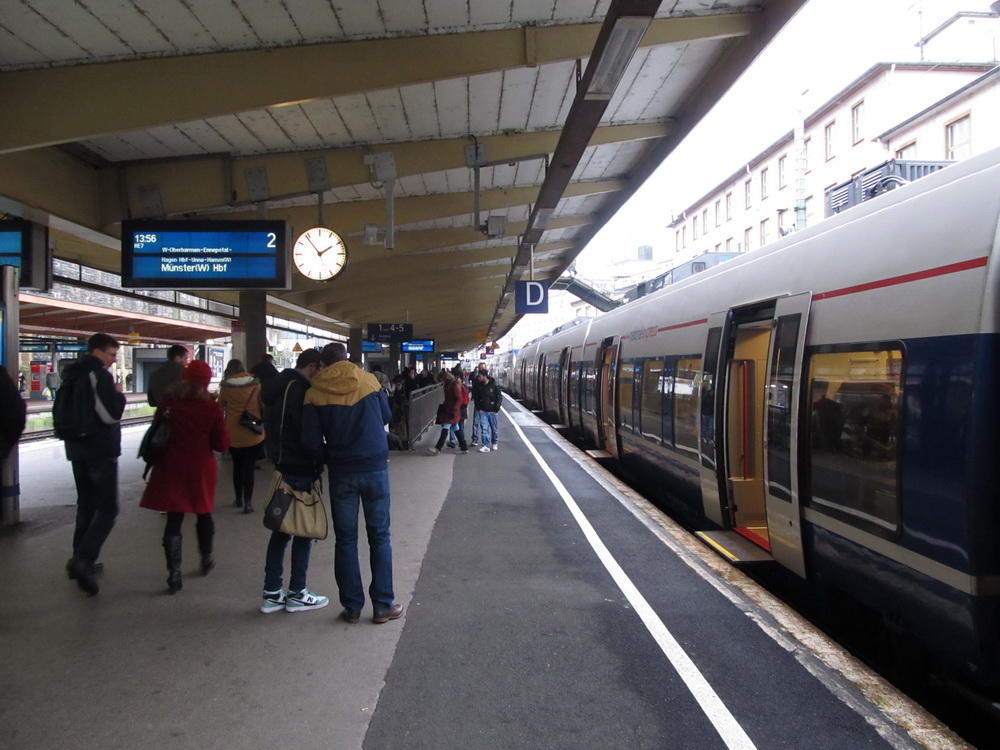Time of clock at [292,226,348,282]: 1:53
